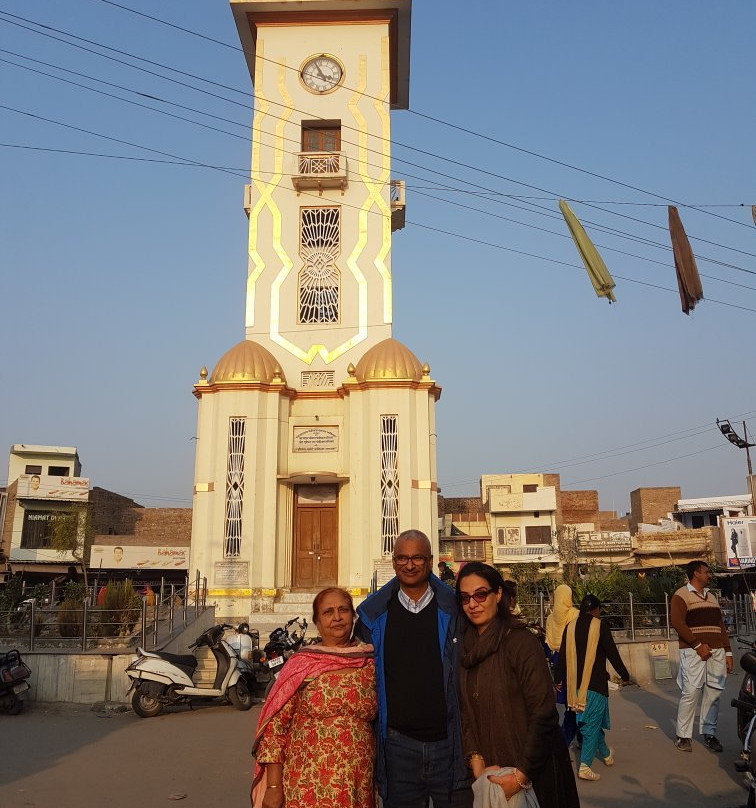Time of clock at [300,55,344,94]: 3:56
